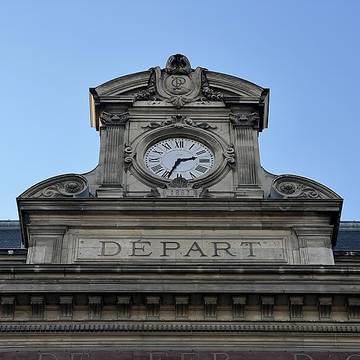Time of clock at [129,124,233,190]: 2:33
